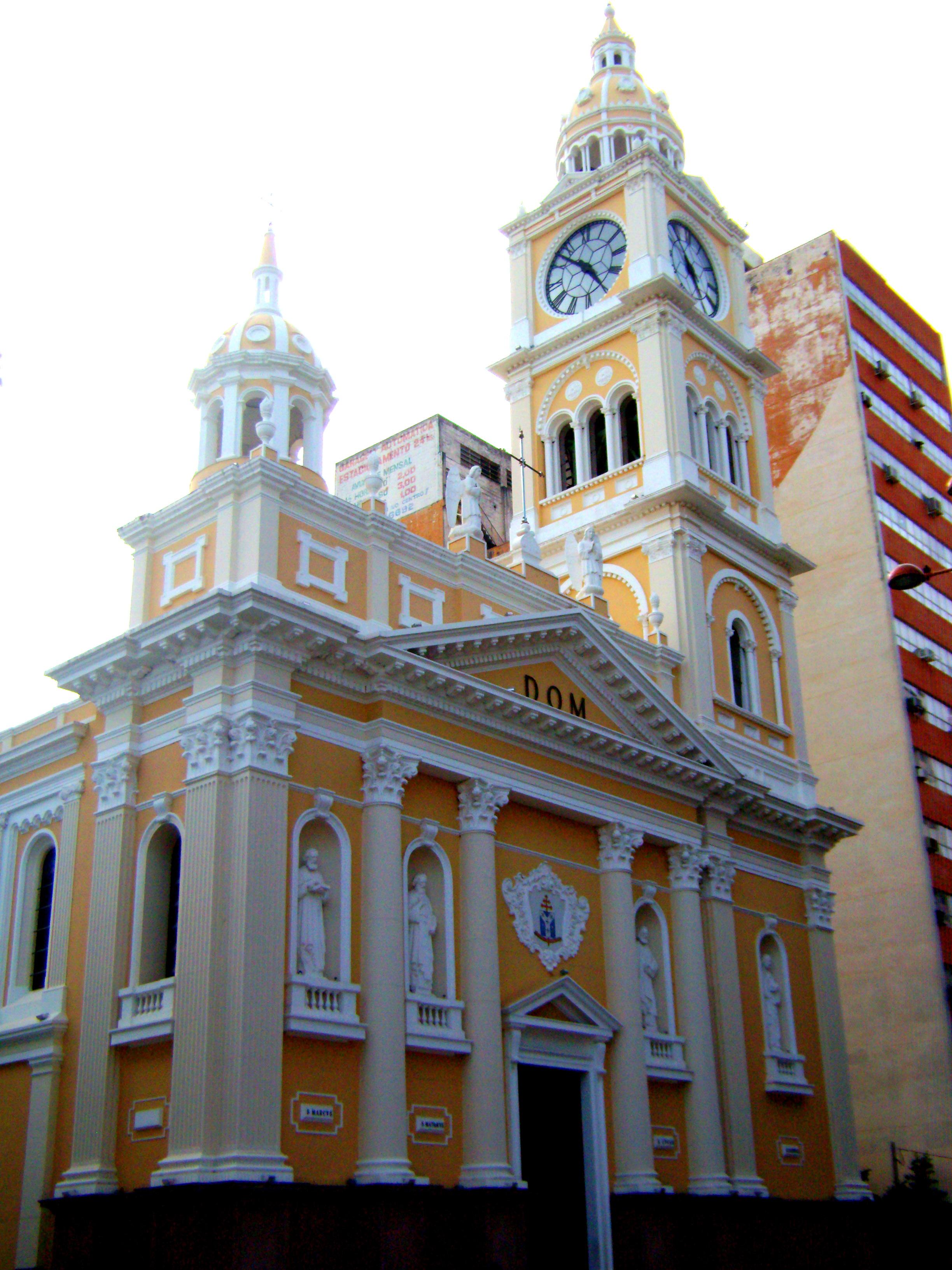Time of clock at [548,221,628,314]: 10:24
